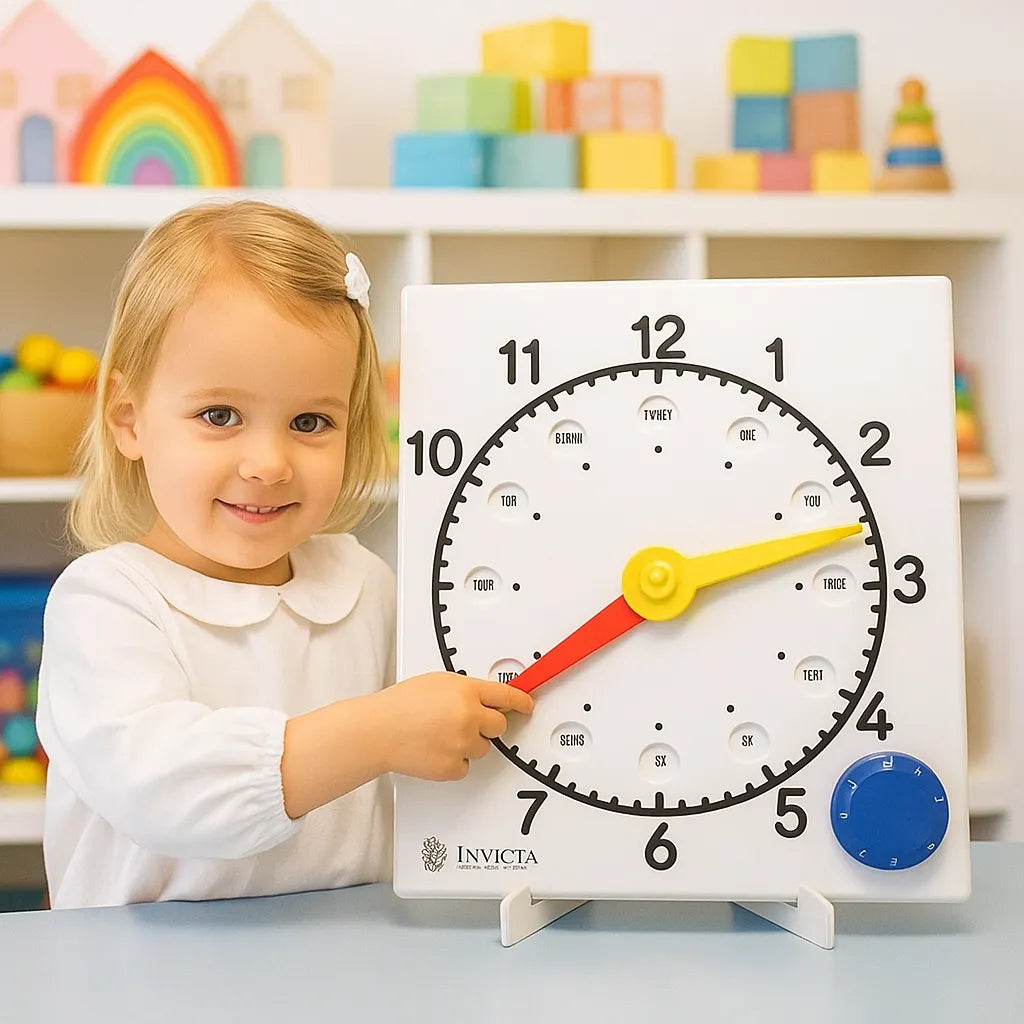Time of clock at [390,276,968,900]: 2:38
